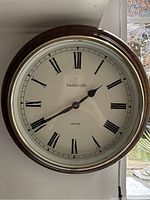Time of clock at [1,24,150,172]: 1:40
